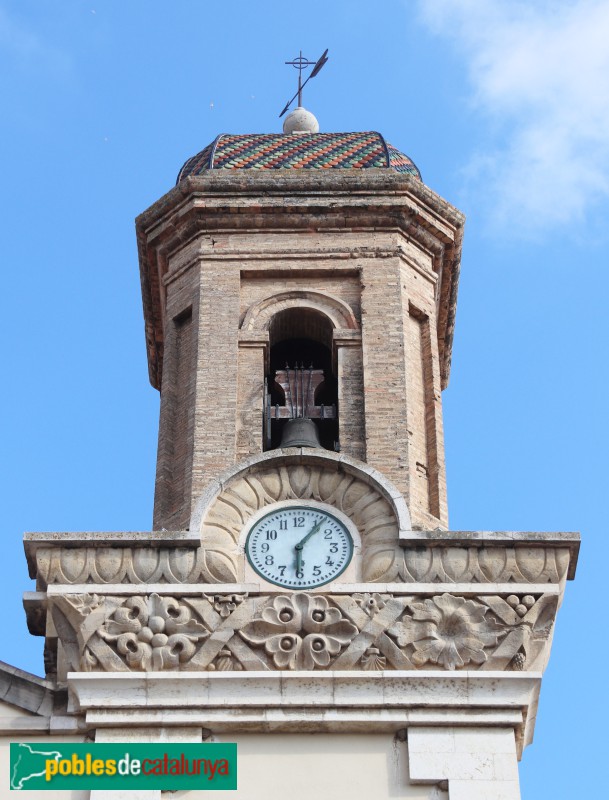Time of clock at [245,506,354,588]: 6:06
